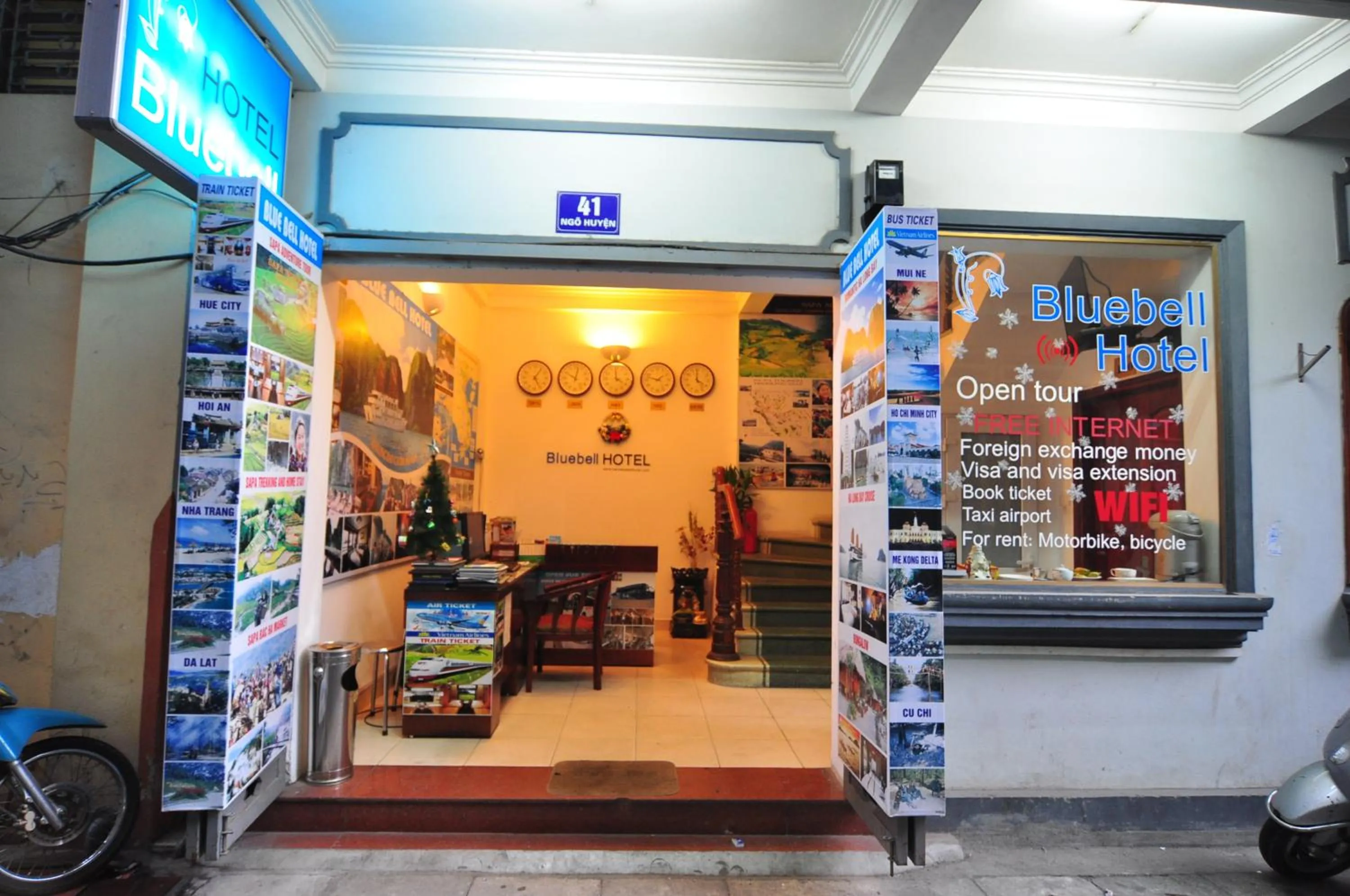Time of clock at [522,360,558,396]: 5:05
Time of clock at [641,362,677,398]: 1:47
